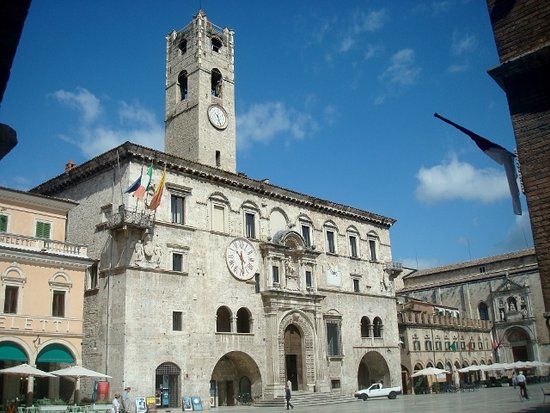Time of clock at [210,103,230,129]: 10:28
